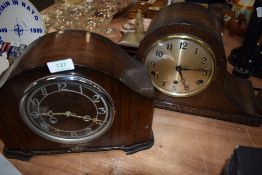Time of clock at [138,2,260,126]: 5:14
